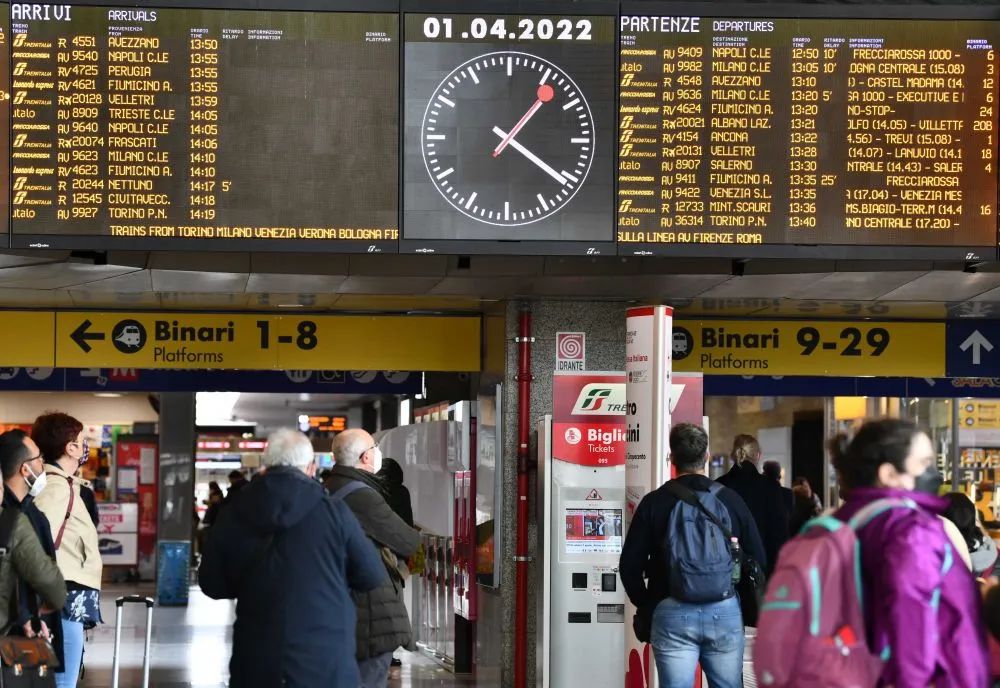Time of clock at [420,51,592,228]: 1:21
